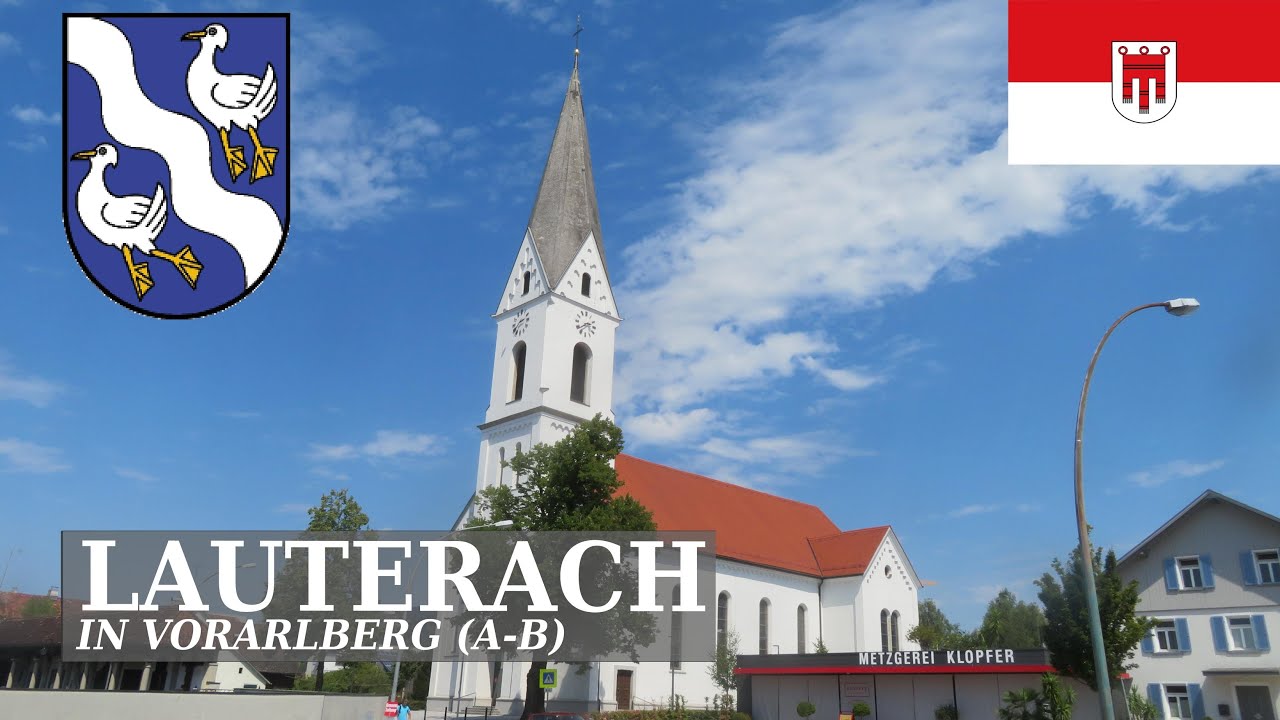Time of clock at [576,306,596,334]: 2:38
